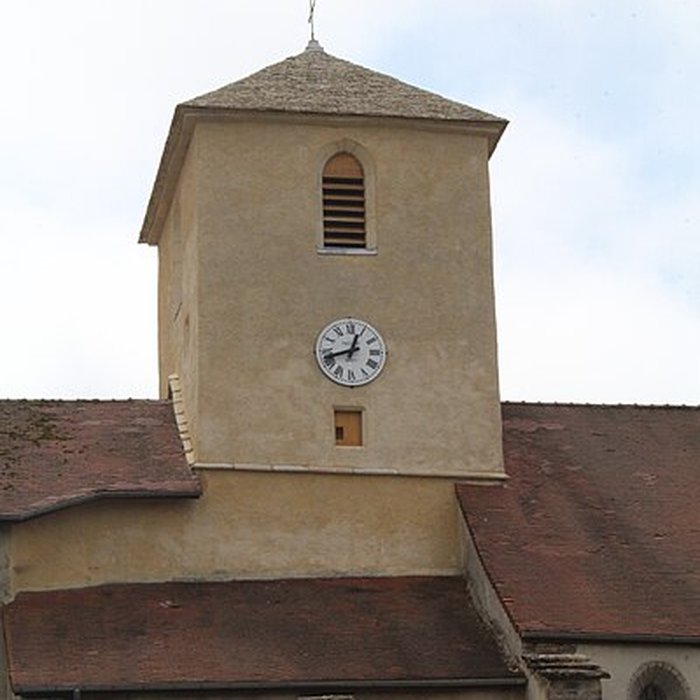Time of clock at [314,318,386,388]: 12:42
